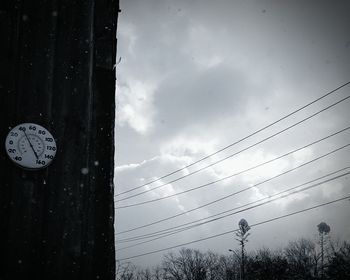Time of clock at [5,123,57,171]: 4:55
